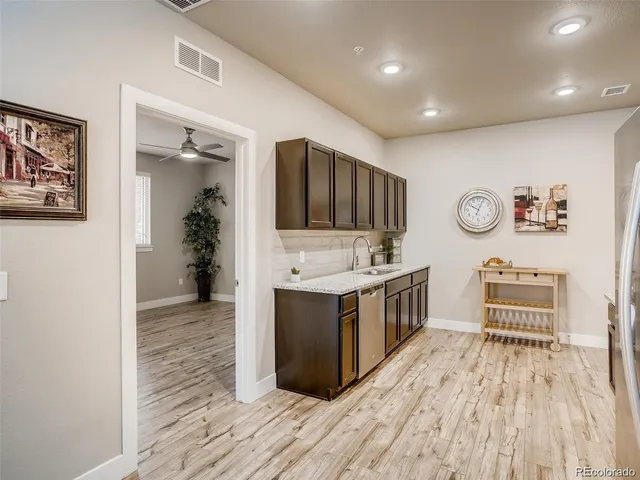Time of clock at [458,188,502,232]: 10:03
